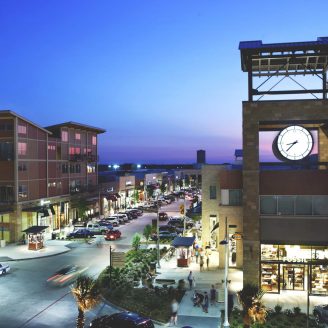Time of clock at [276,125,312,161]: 8:37
